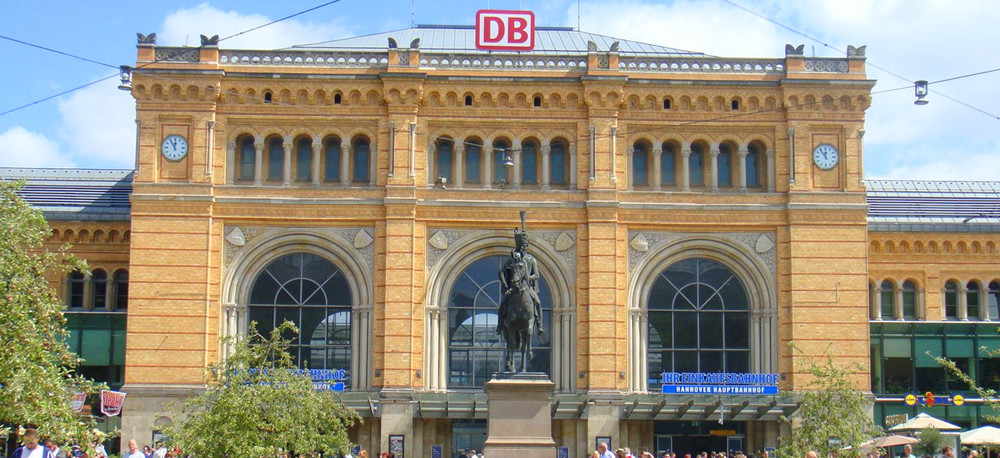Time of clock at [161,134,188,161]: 11:54
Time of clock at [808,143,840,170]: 11:53
